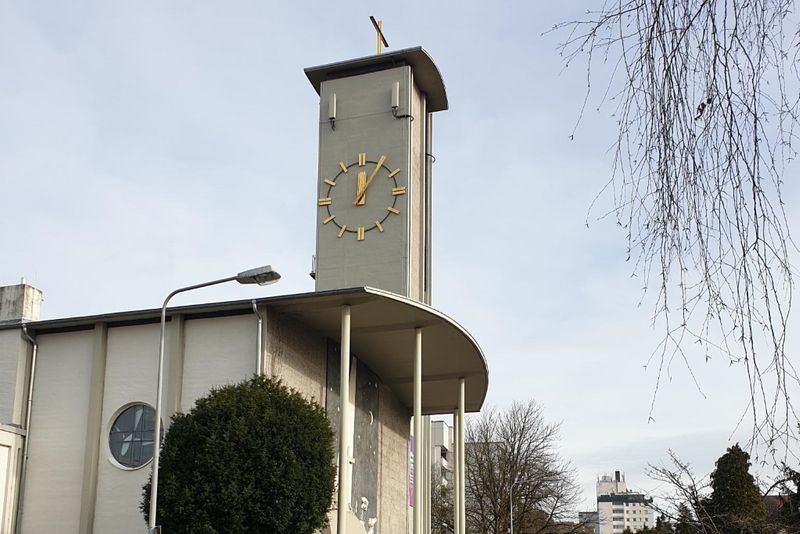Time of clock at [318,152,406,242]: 12:05
